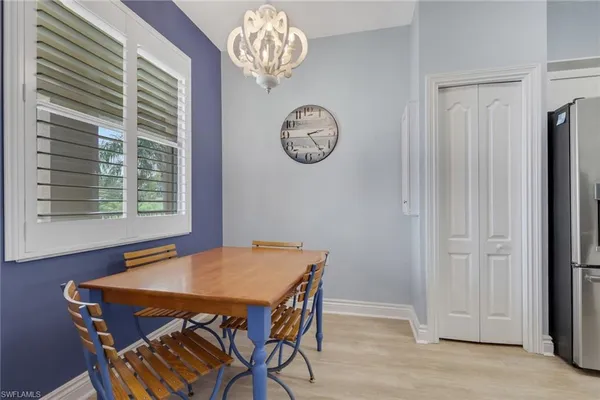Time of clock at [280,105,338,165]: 2:24
